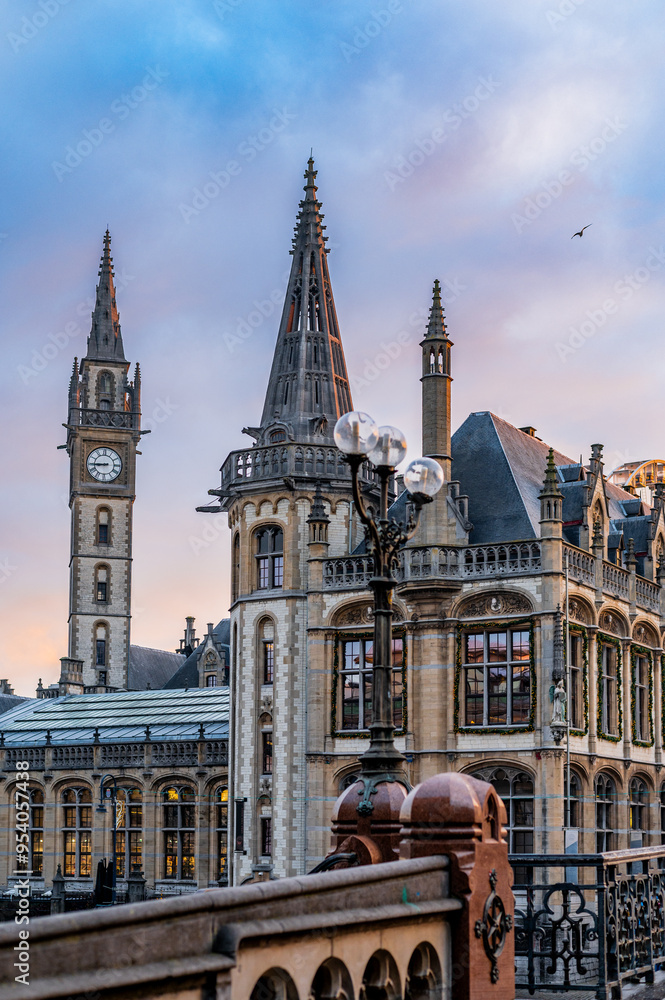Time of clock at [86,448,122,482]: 8:44
